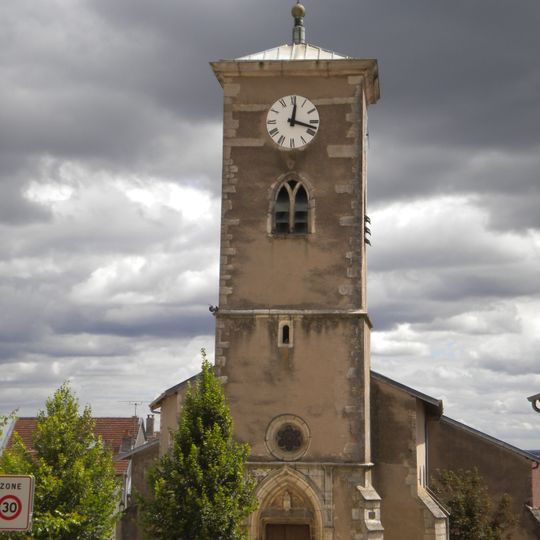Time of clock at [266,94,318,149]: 12:17
